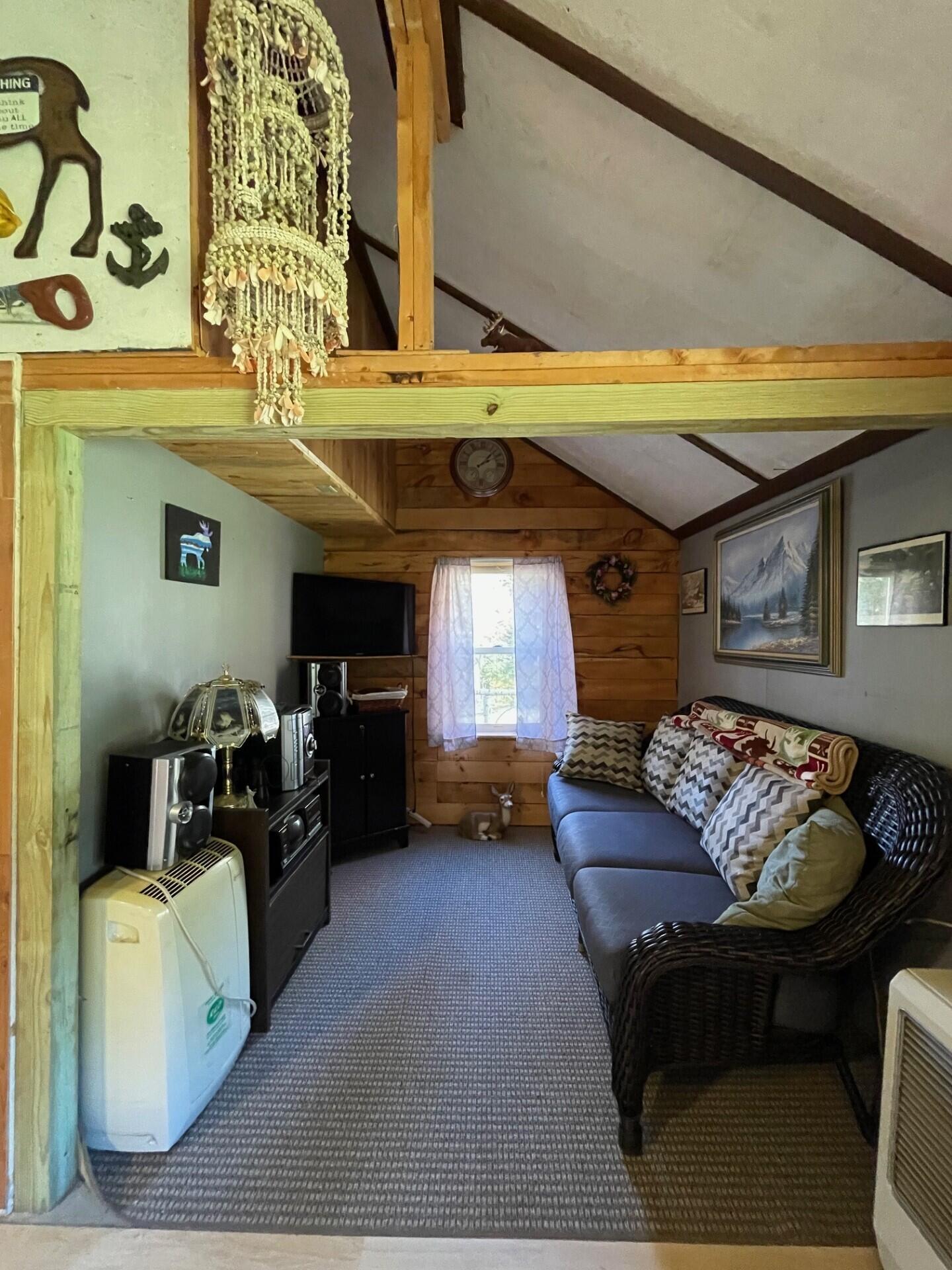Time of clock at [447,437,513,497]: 2:07
